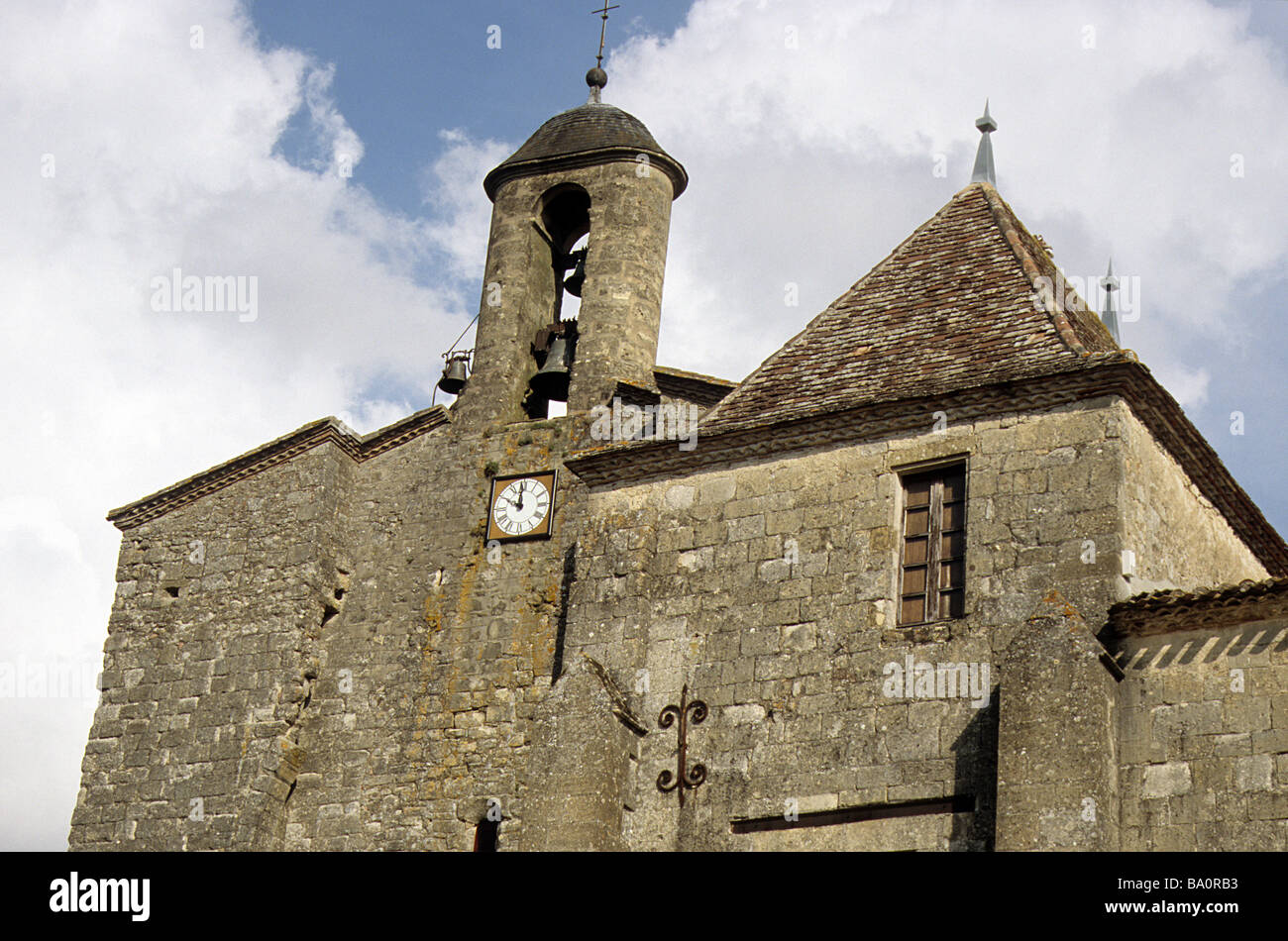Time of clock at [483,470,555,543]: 9:59
